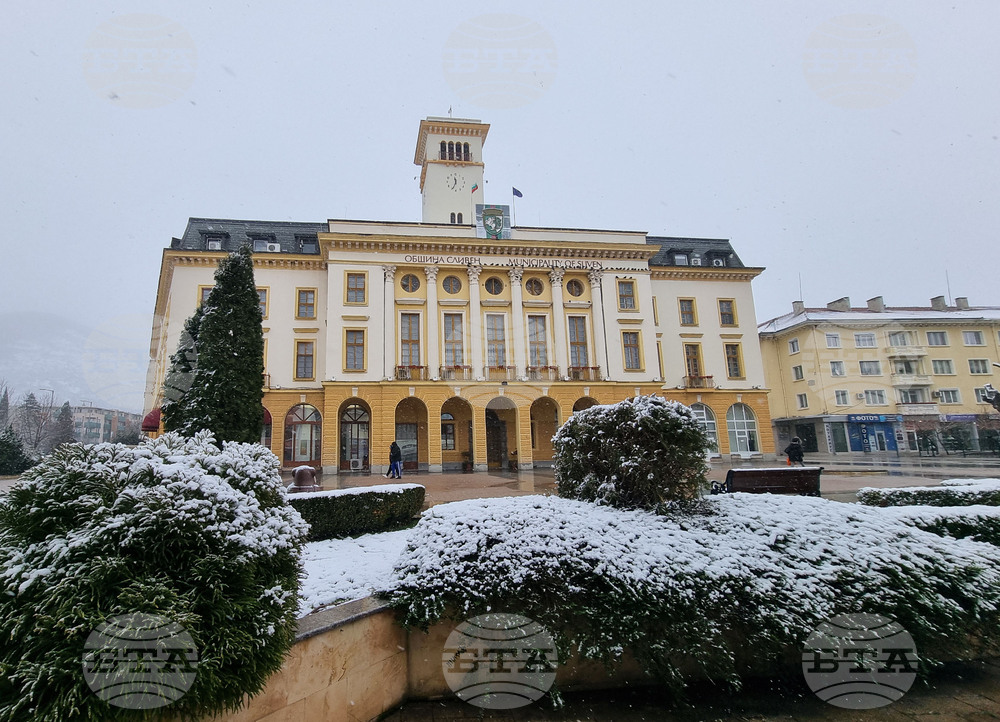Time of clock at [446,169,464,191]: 11:34
